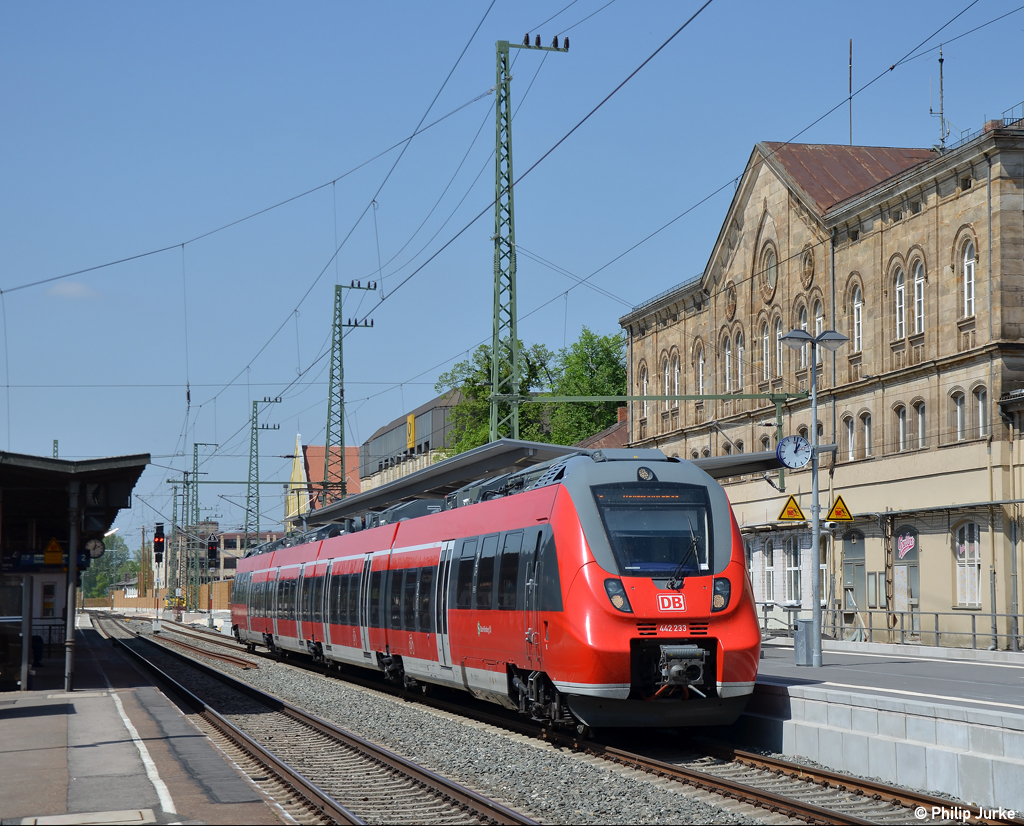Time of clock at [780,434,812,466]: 1:02
